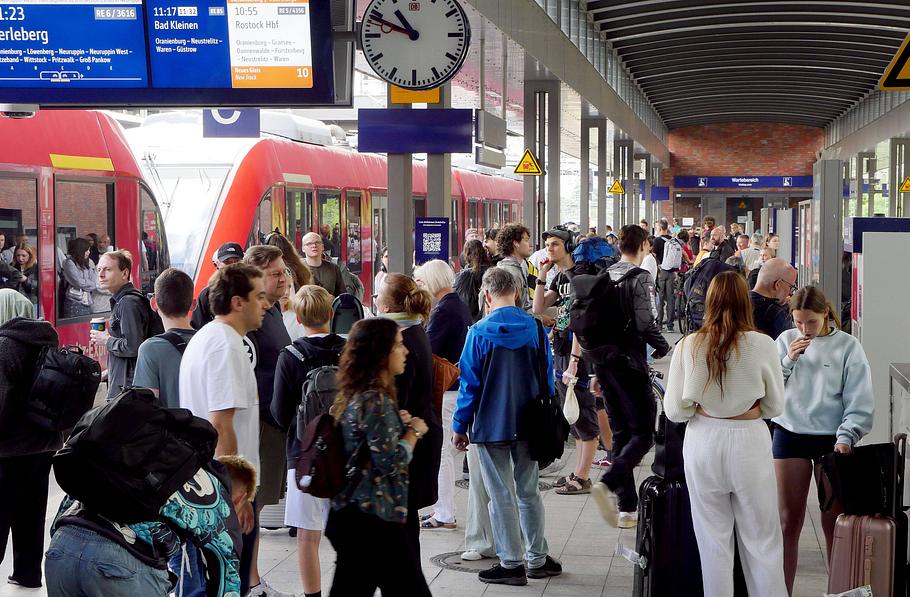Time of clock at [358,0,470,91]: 10:48
